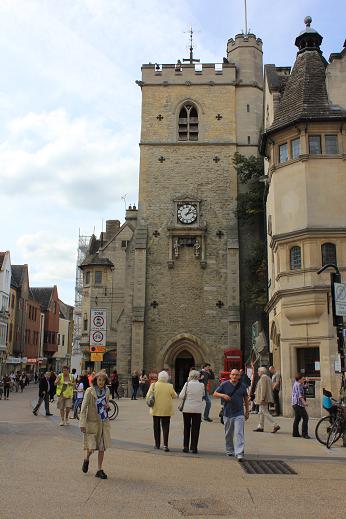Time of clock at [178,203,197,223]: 1:12
